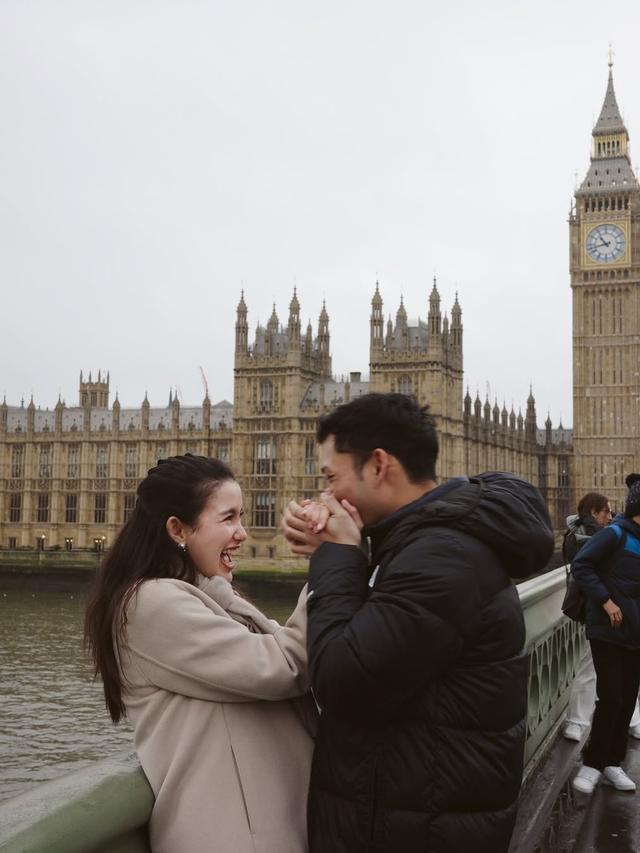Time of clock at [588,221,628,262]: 10:42
